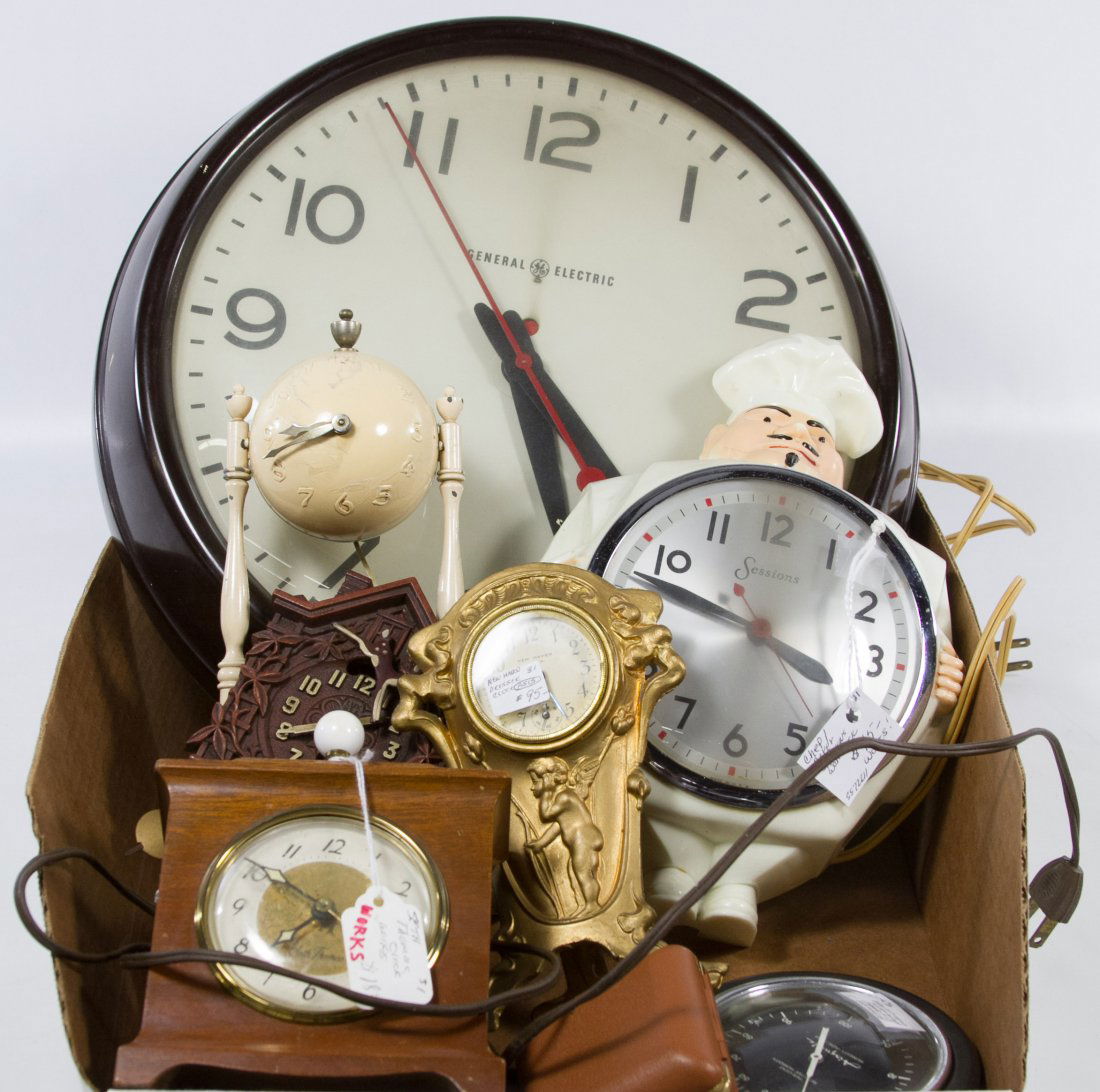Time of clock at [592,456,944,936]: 3:47
